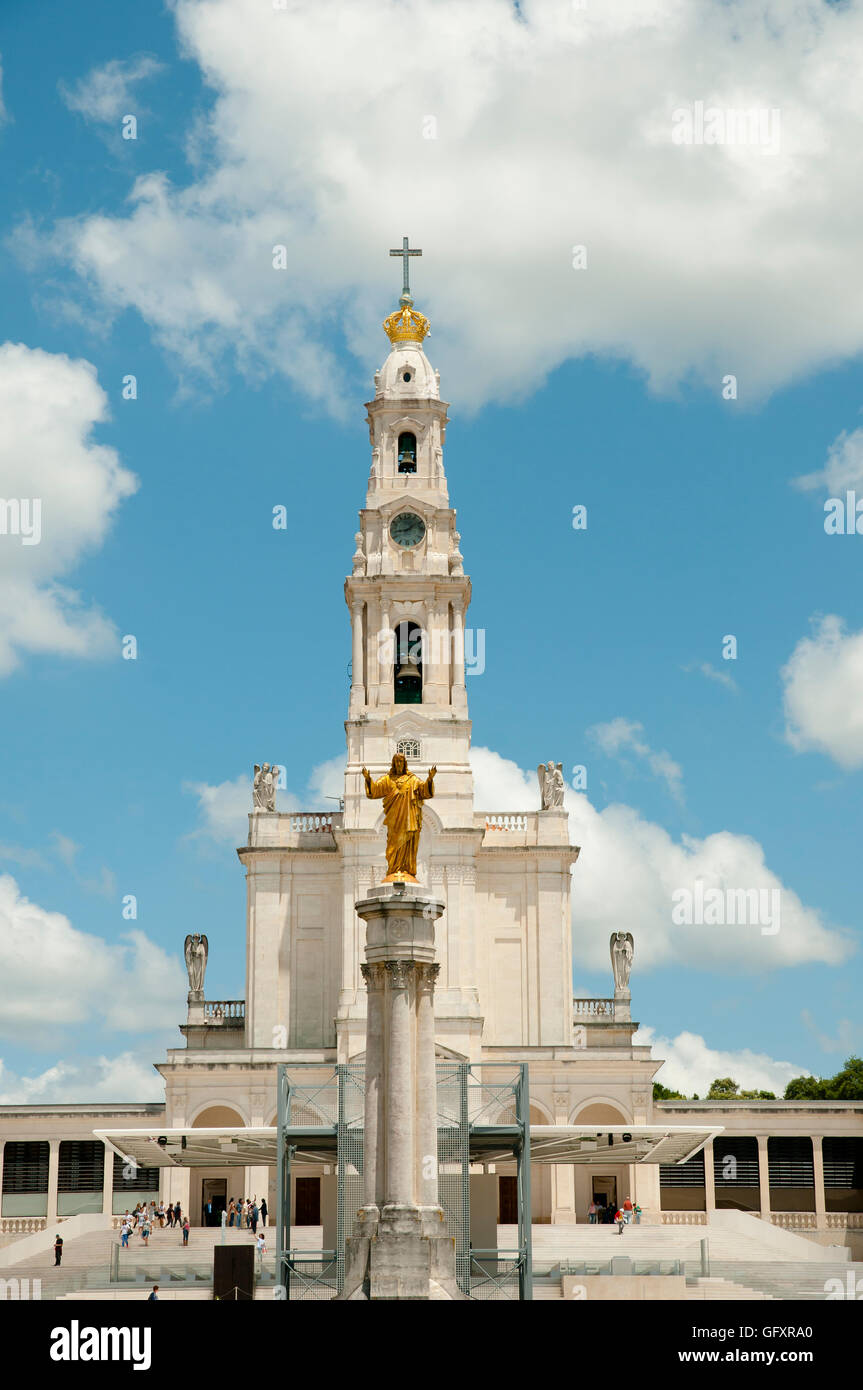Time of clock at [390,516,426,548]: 1:43
